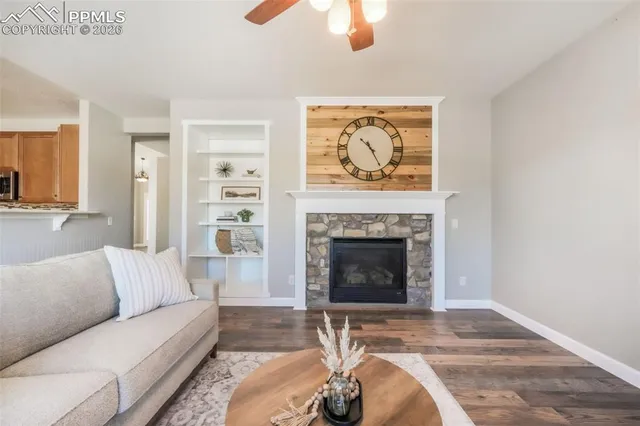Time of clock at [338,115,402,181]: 10:24
